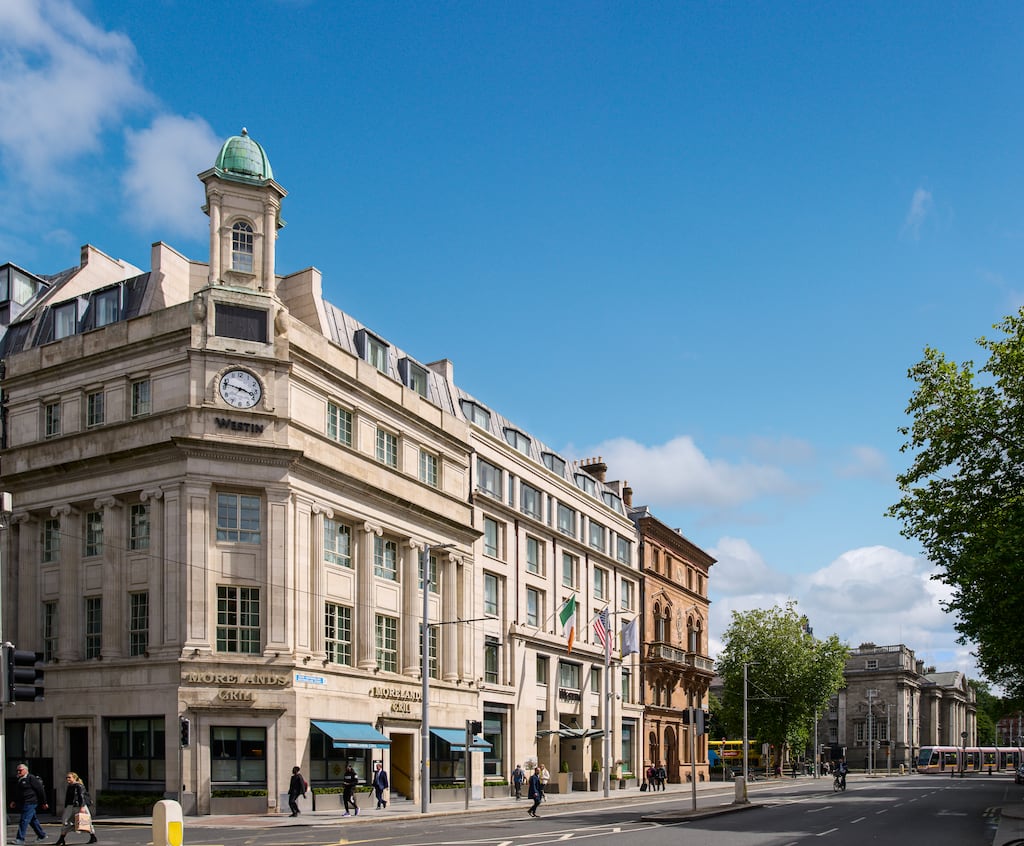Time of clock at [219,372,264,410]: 3:47
